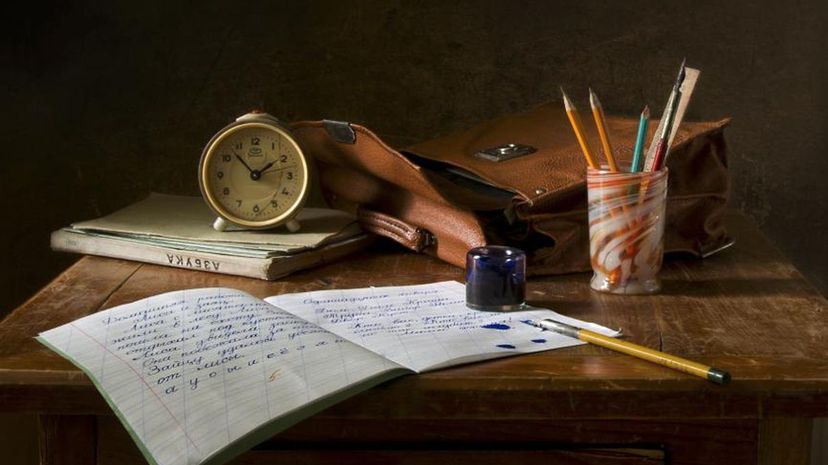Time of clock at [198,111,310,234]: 1:52
